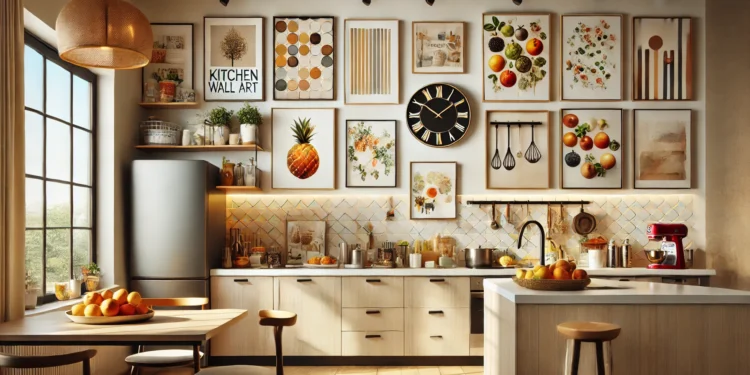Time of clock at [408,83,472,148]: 1:50
